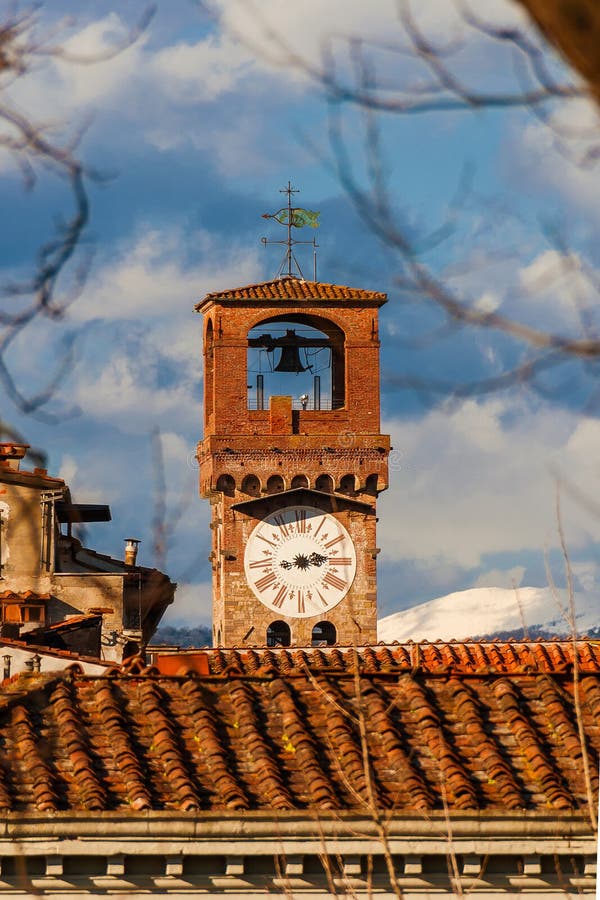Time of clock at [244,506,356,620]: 2:12
